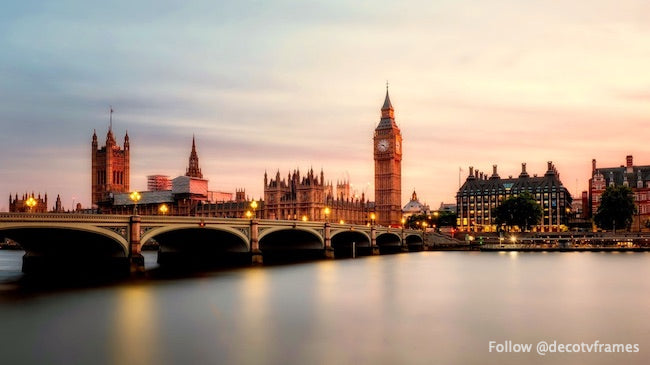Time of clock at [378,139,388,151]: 9:22
